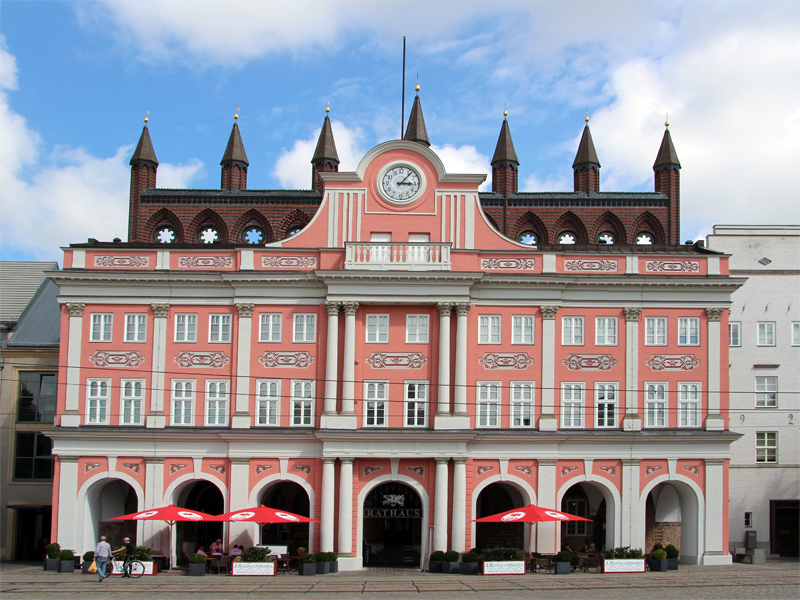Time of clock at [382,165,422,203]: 3:06
